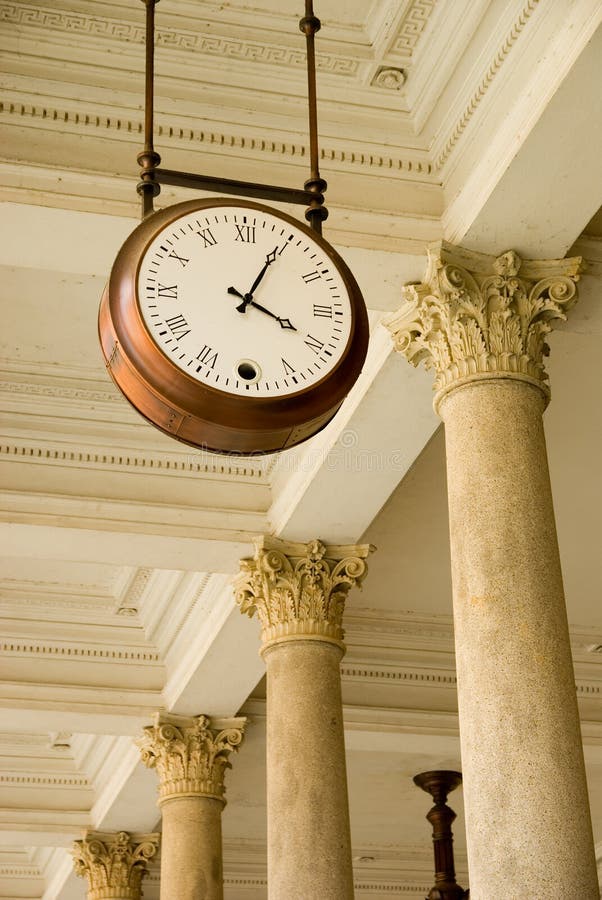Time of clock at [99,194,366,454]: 4:04
